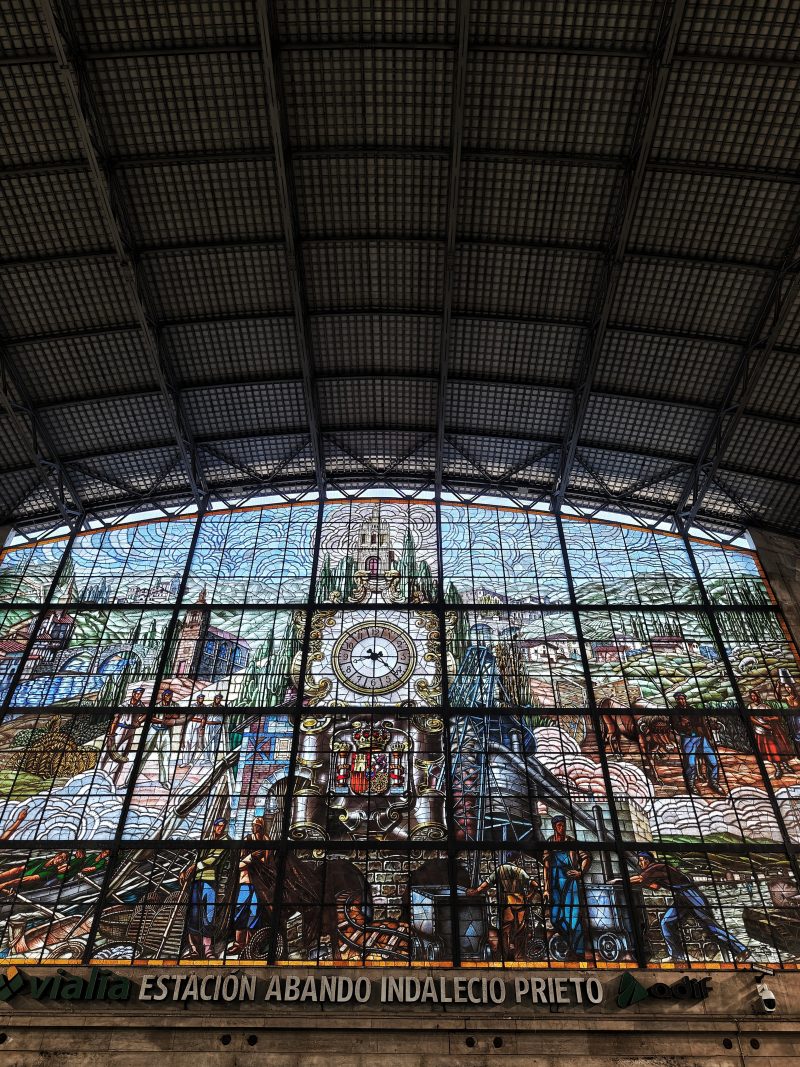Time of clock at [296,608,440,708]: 8:22
